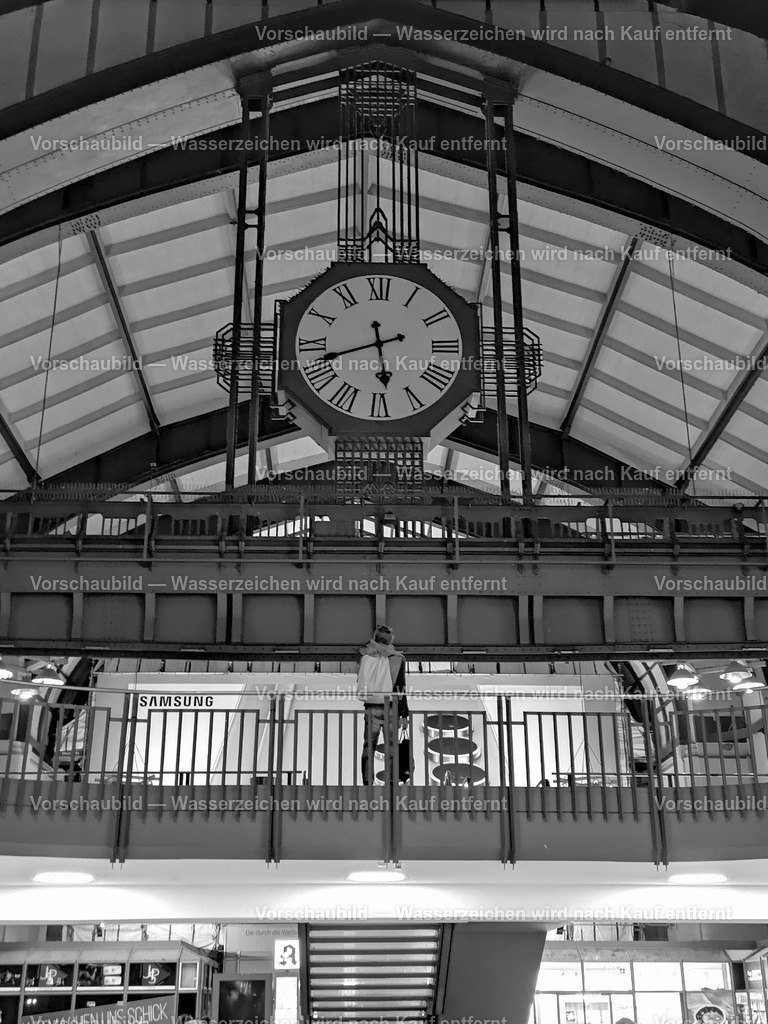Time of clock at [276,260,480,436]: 5:42
